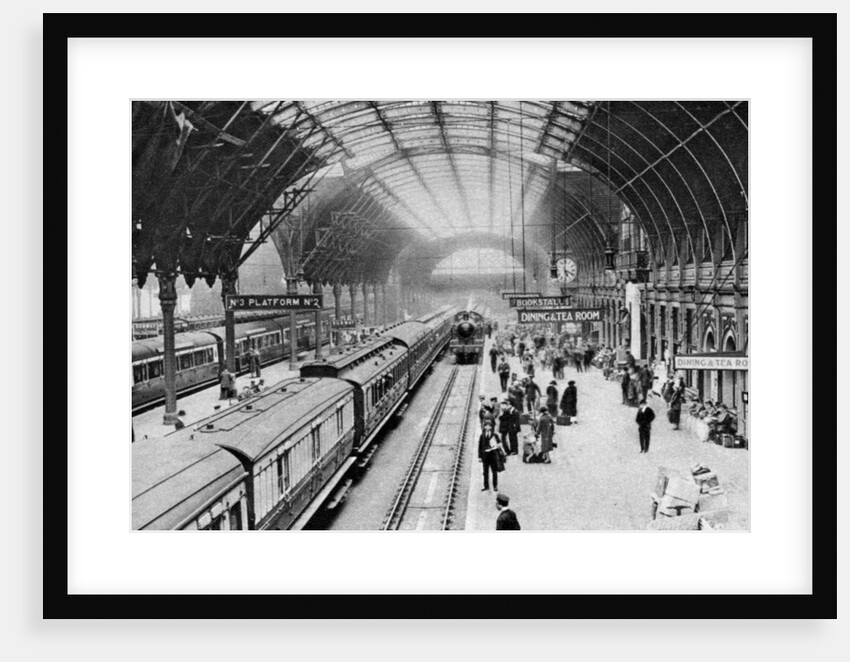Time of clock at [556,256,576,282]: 5:18
